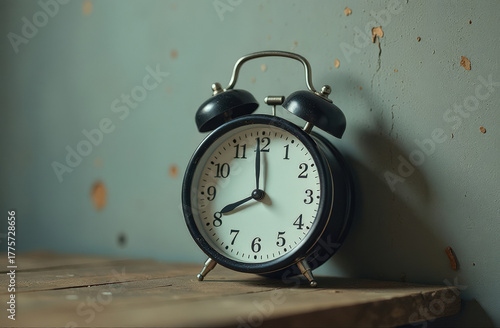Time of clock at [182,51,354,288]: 7:59
